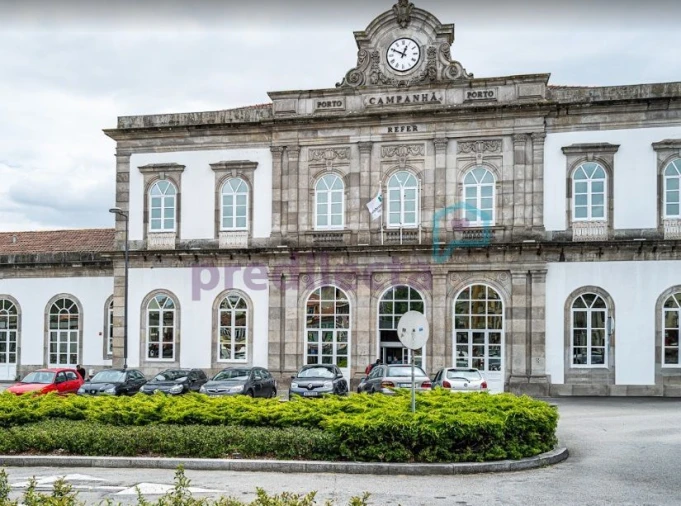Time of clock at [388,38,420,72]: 12:49
